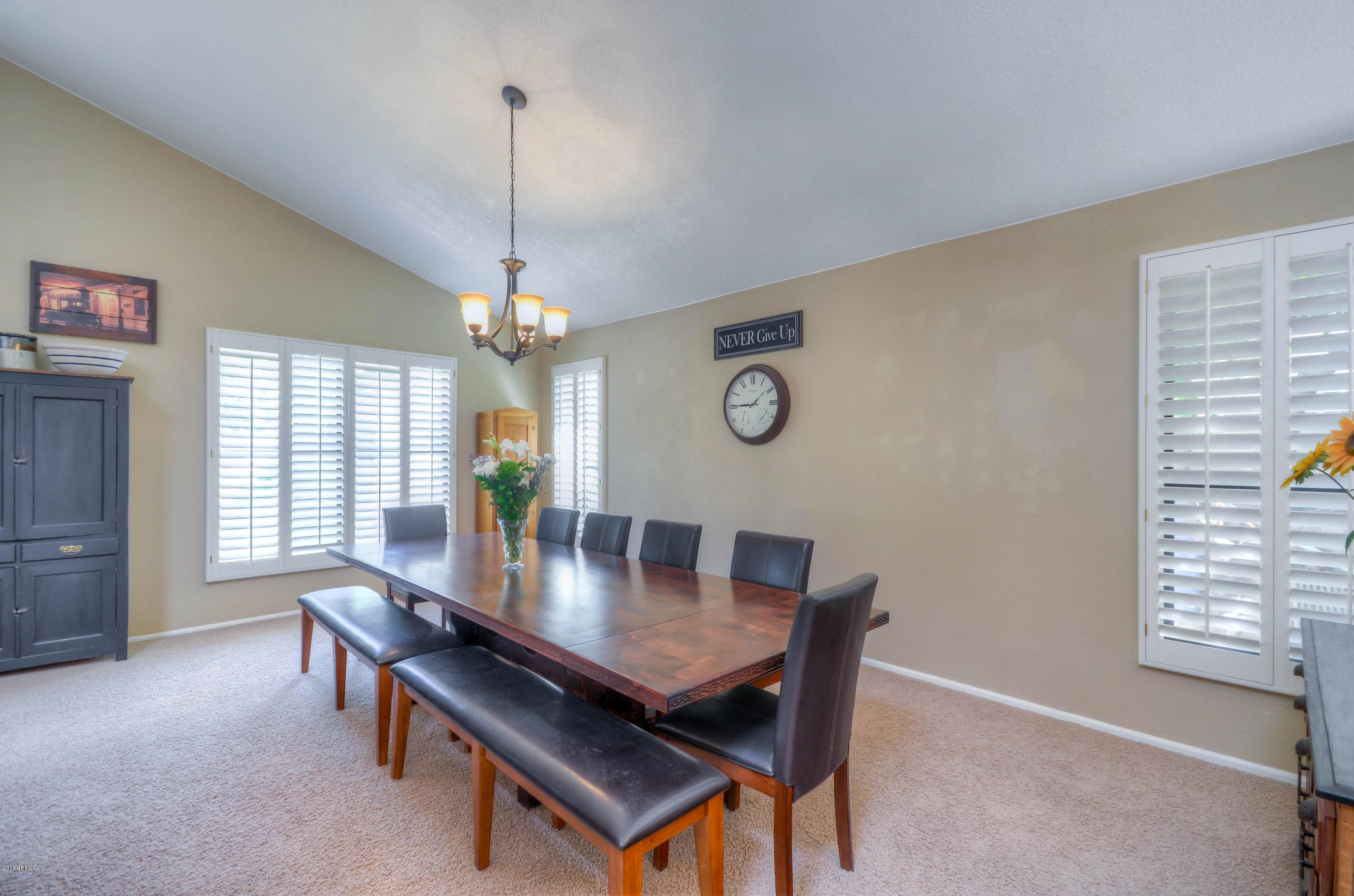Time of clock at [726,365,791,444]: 1:45
